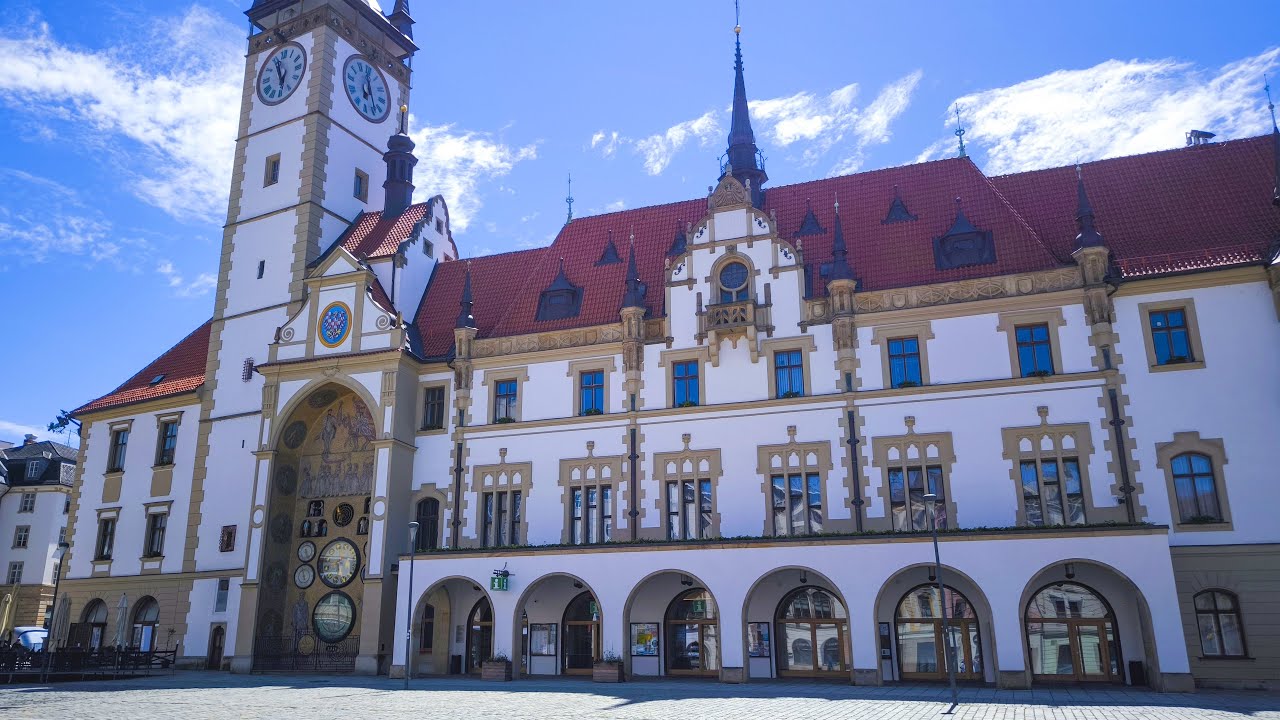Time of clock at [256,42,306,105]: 5:56
